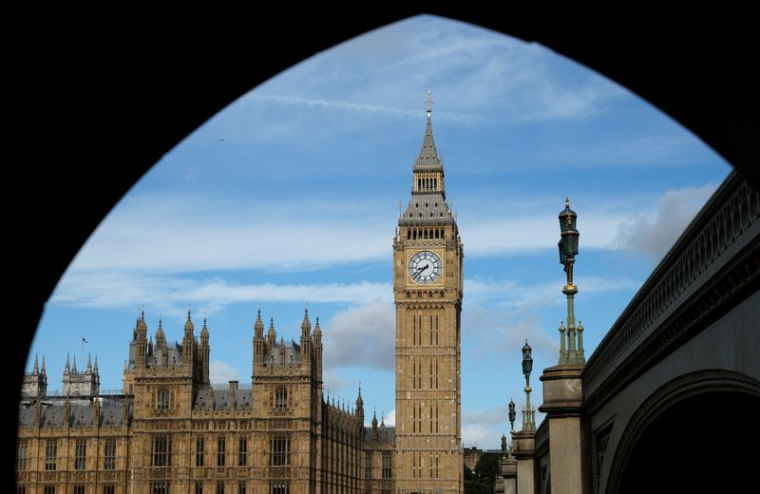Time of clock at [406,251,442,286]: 8:38
